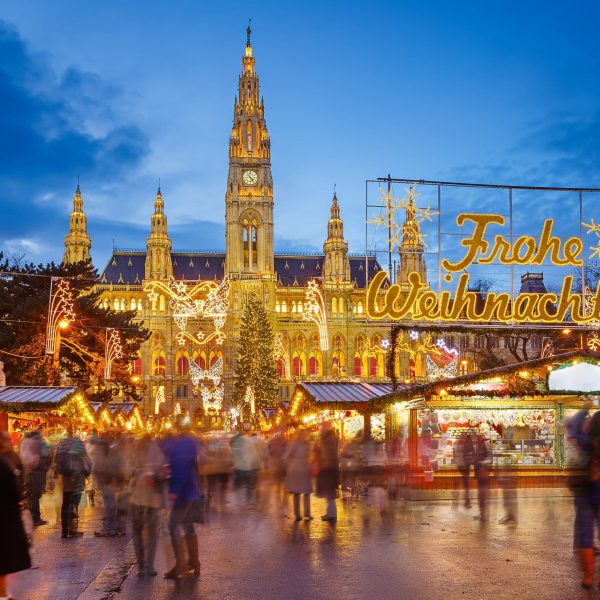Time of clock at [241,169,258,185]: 4:23
